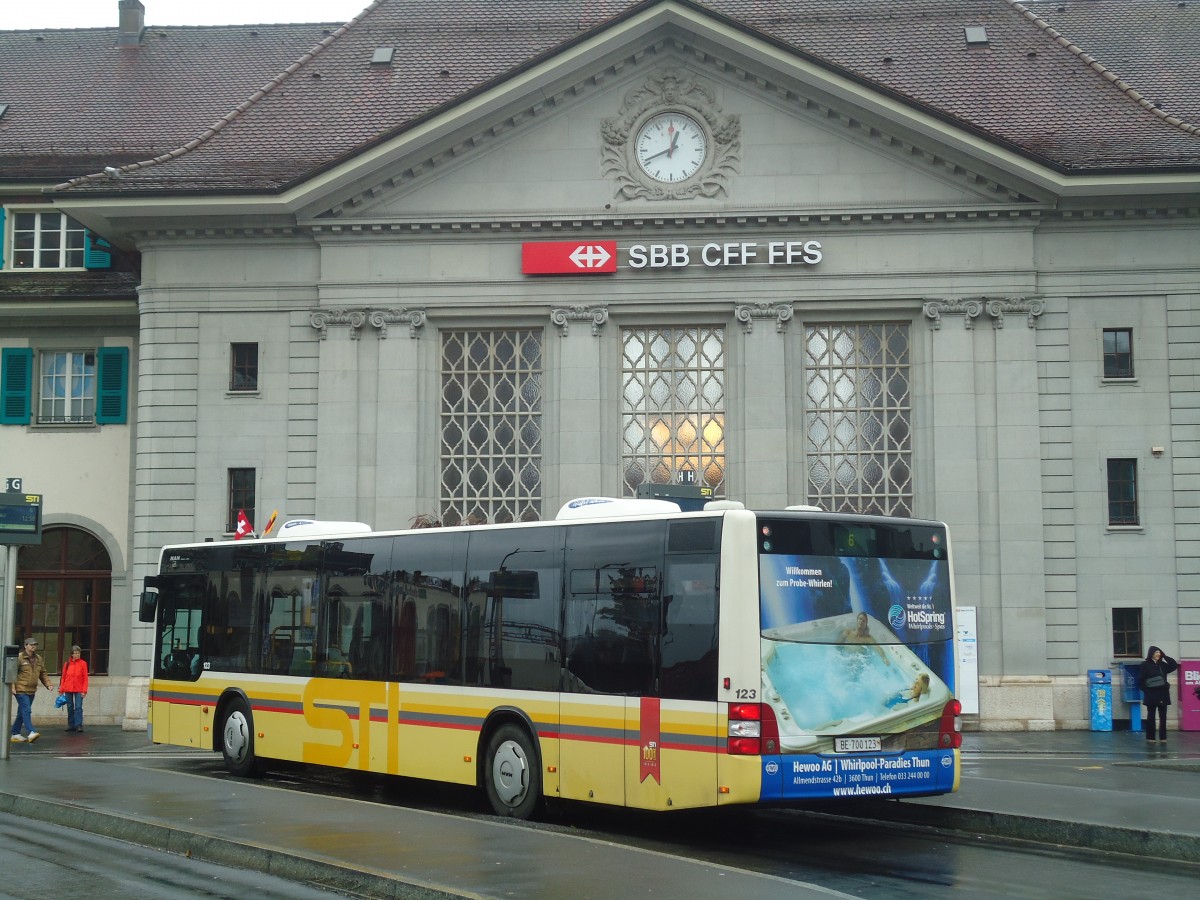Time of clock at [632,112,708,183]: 12:41
